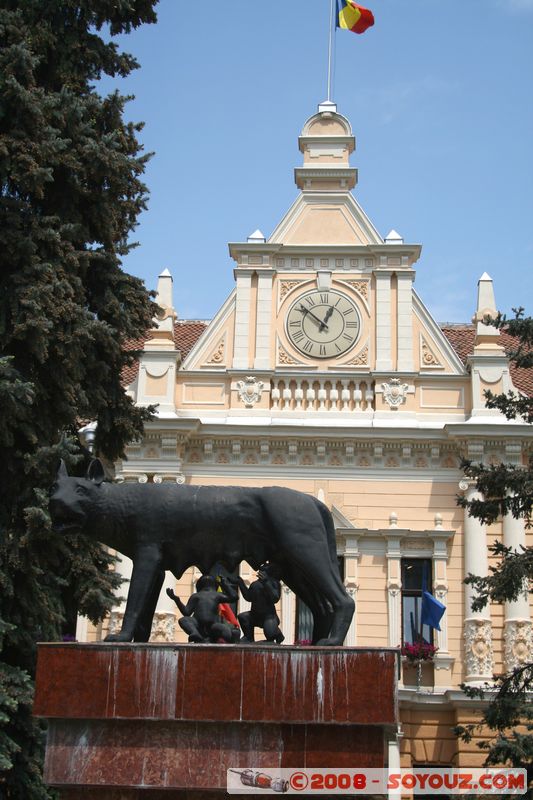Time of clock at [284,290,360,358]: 12:51
